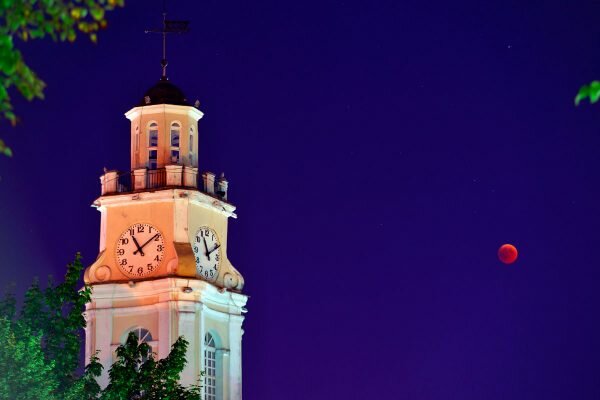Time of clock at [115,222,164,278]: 11:09
